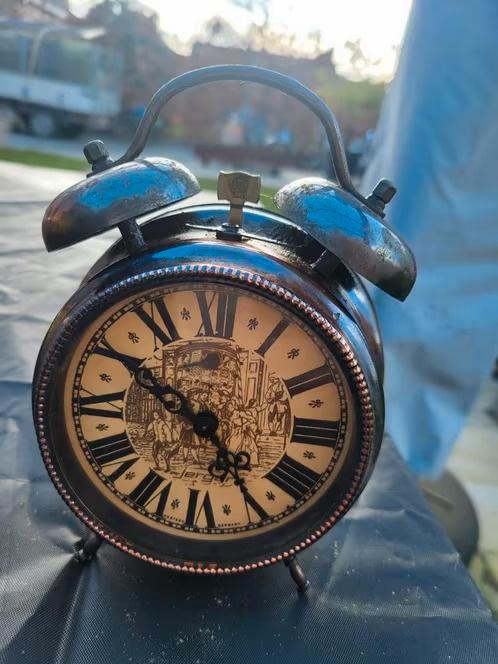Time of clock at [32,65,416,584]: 4:50
